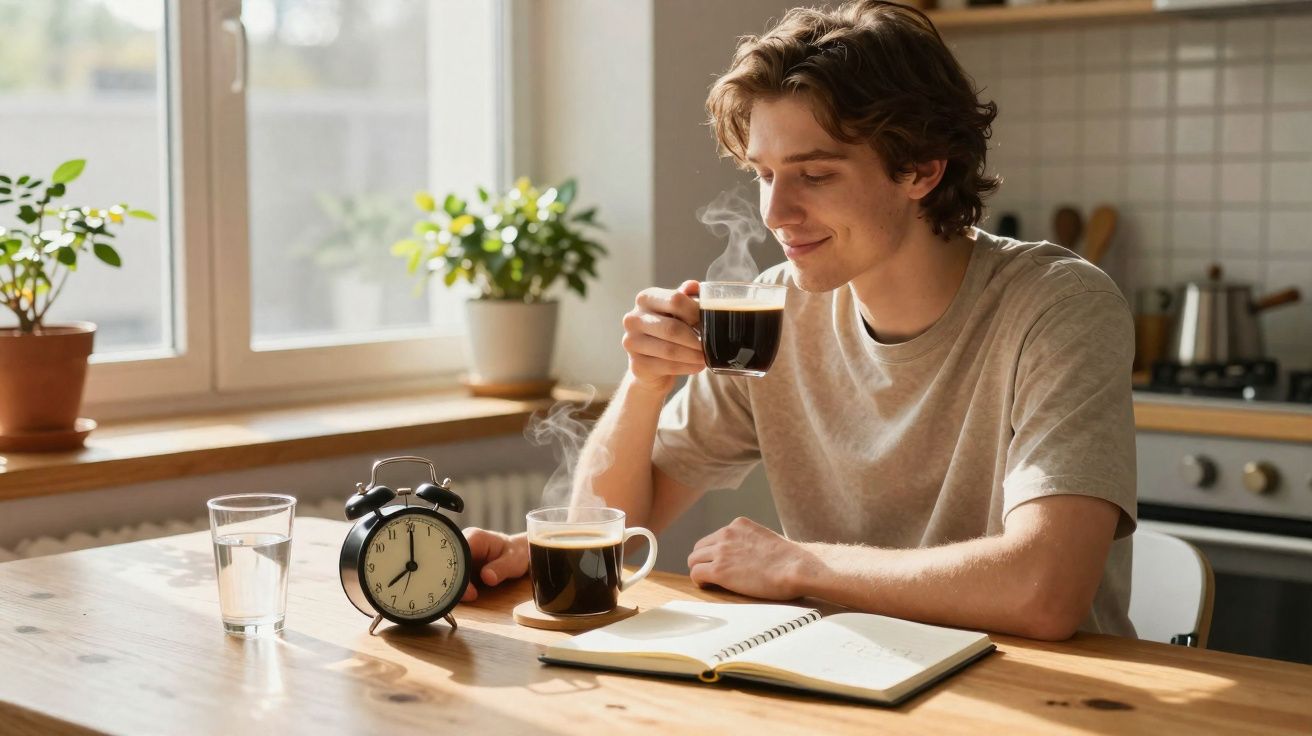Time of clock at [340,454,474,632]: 8:00
